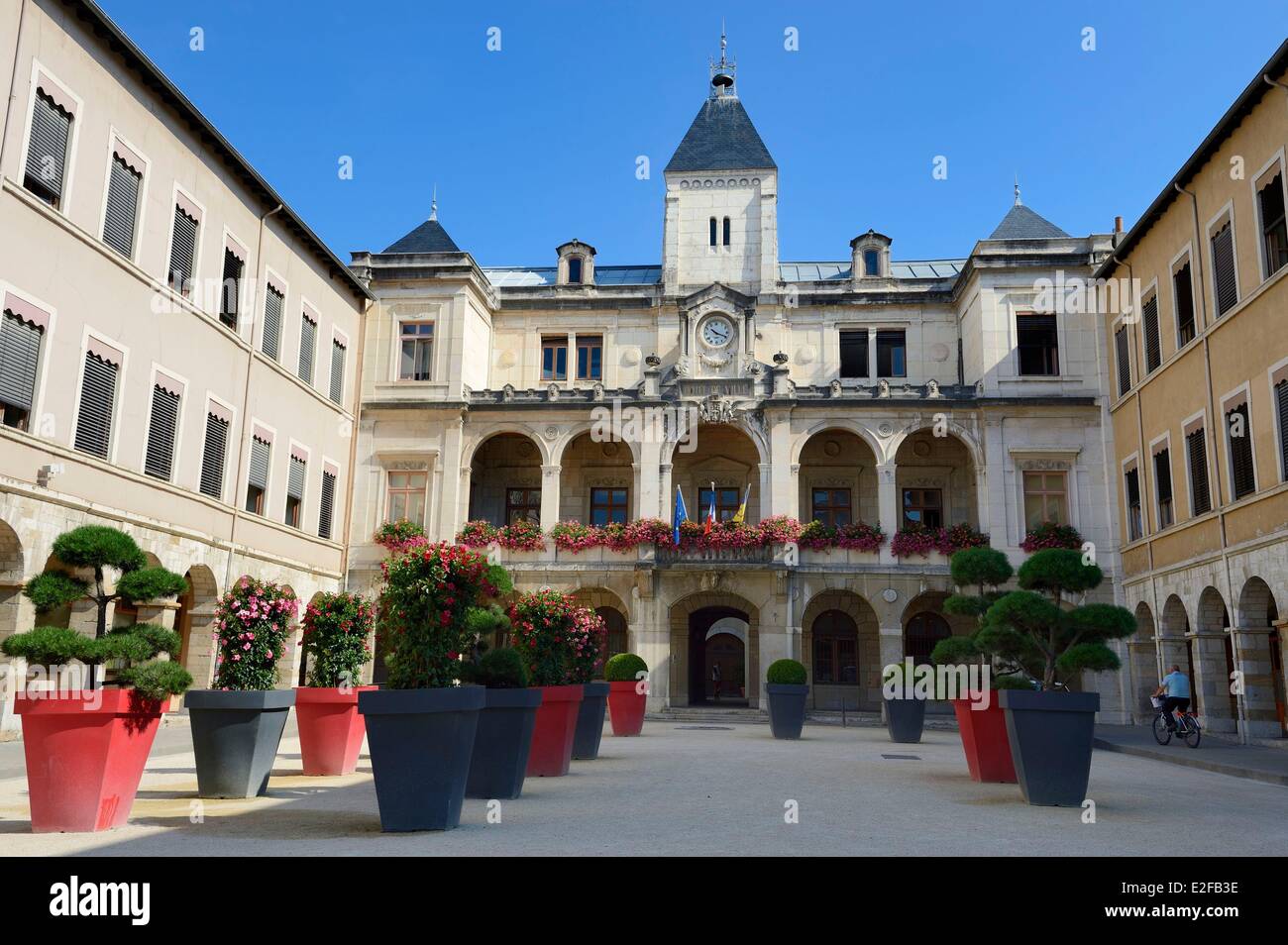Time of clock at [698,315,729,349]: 10:18
